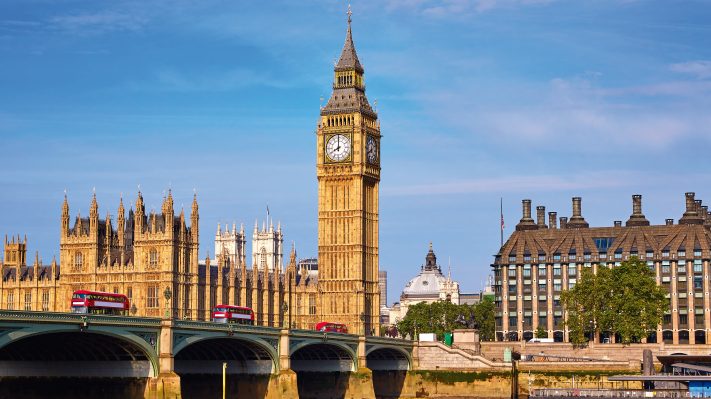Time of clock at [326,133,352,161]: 7:59
